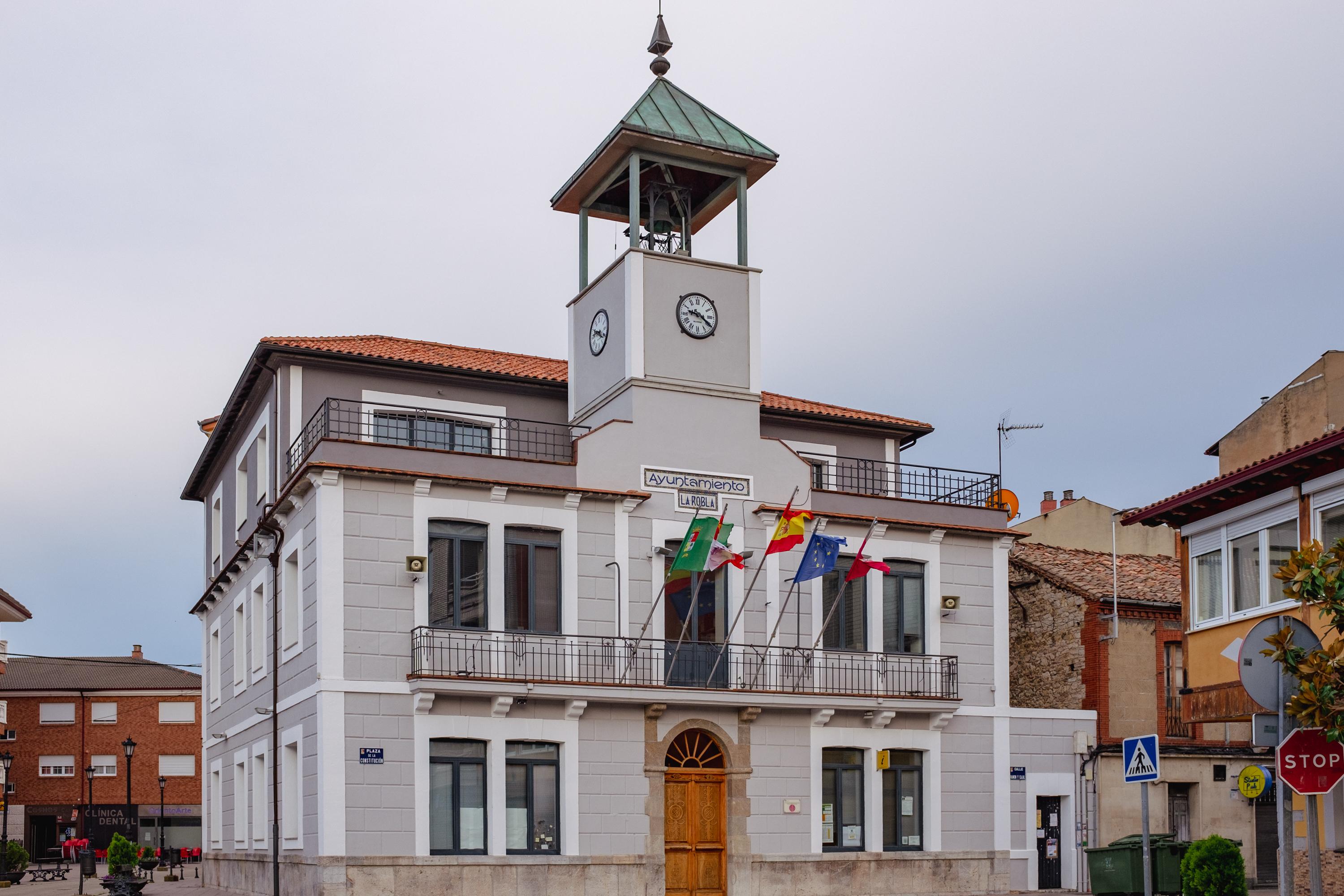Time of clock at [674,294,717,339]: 9:20
